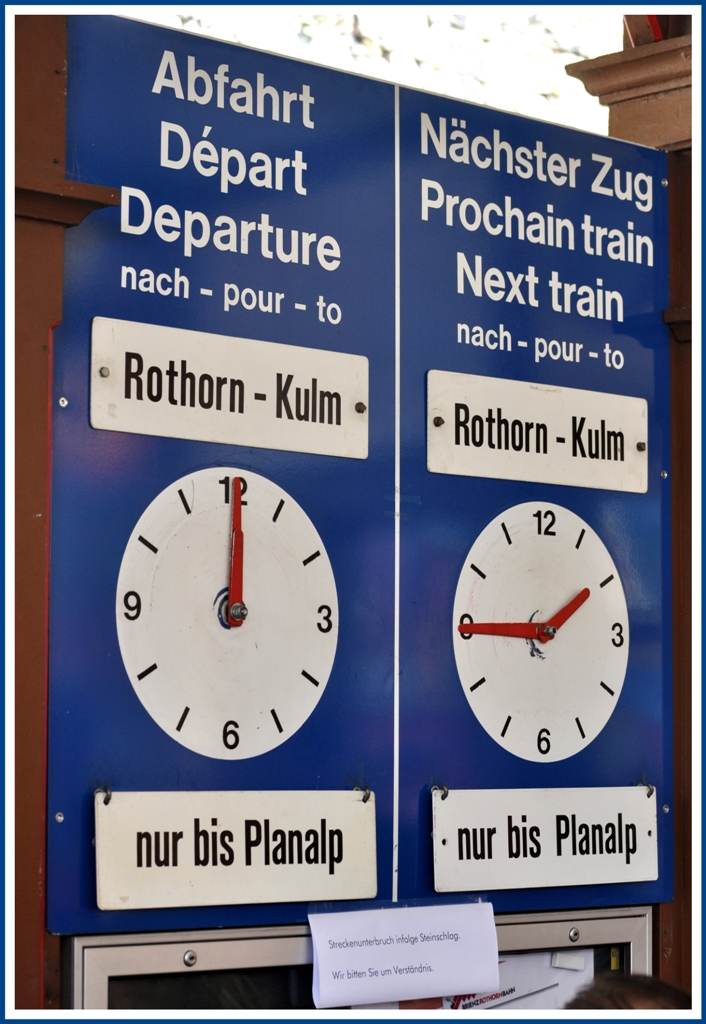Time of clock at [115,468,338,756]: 12:00
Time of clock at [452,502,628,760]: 1:45
